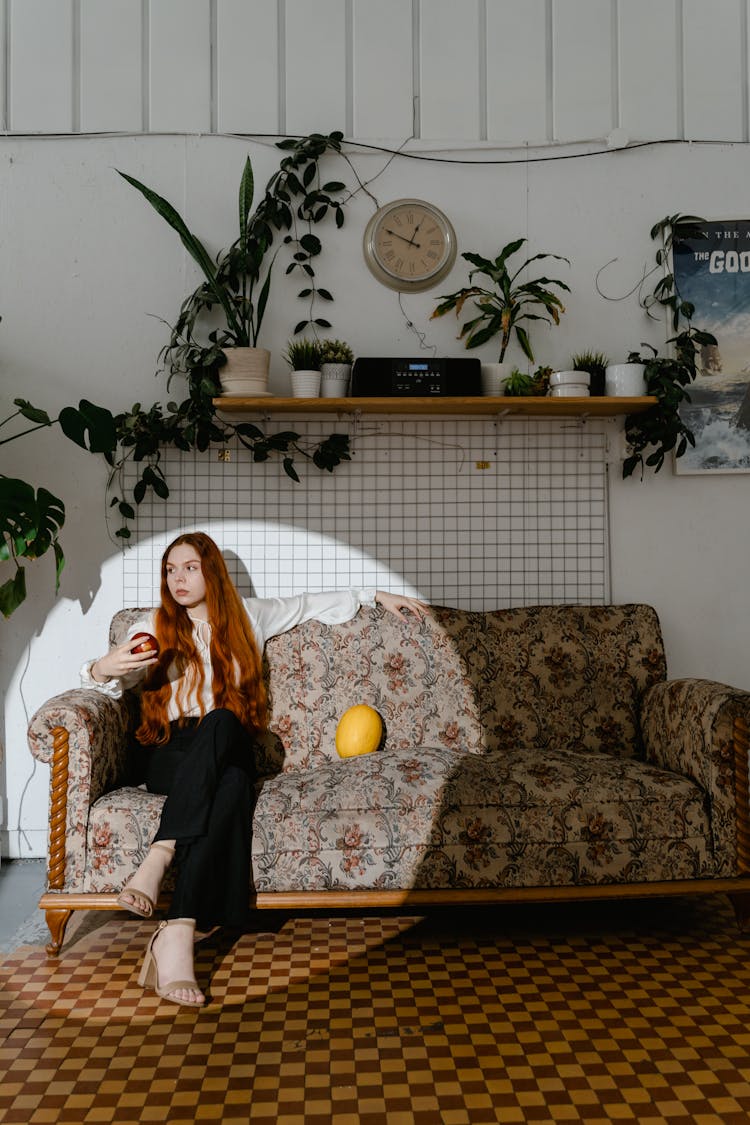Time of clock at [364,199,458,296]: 12:49
